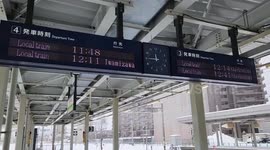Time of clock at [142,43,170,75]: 11:45
